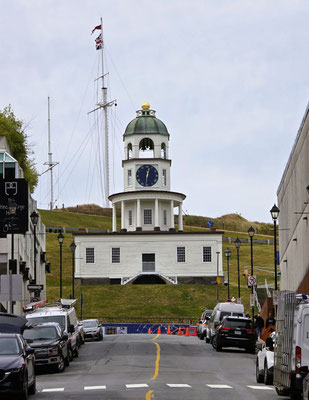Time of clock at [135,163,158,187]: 12:30
